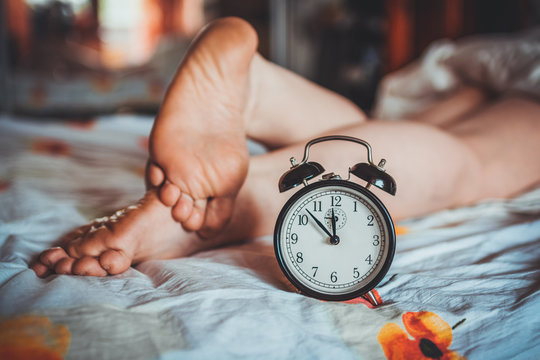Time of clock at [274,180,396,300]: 11:52
